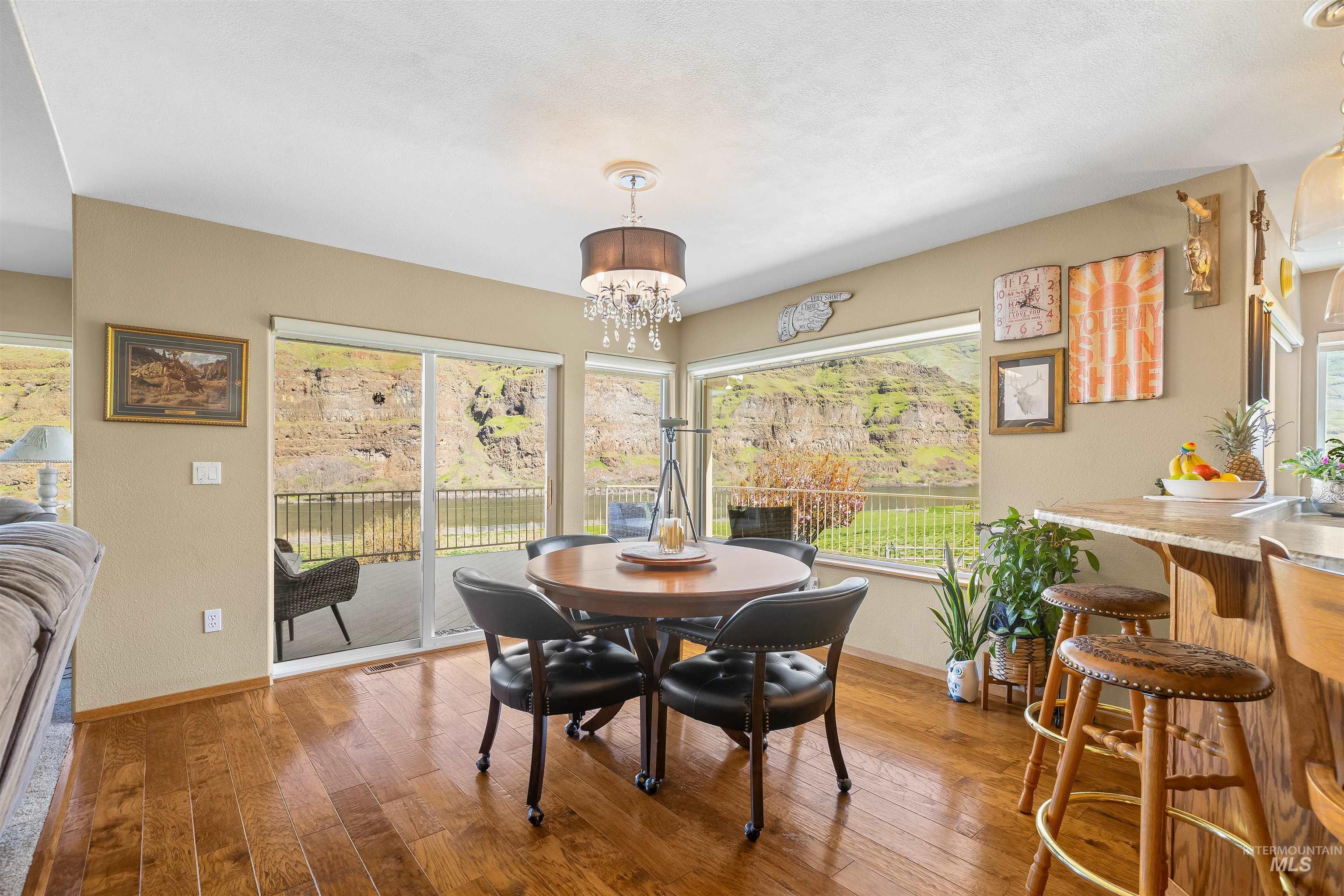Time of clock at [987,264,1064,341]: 1:18
